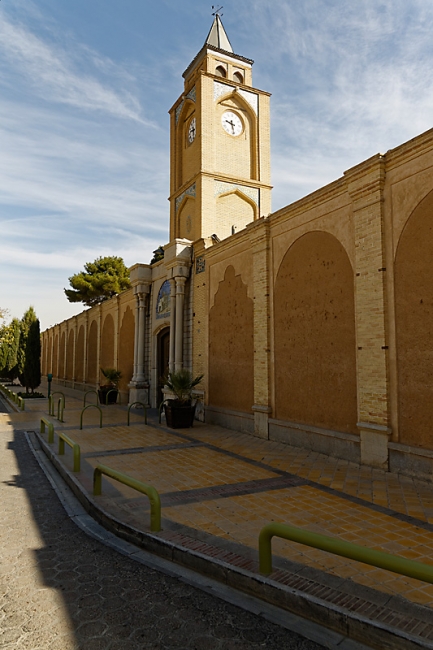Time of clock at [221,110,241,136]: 9:28
